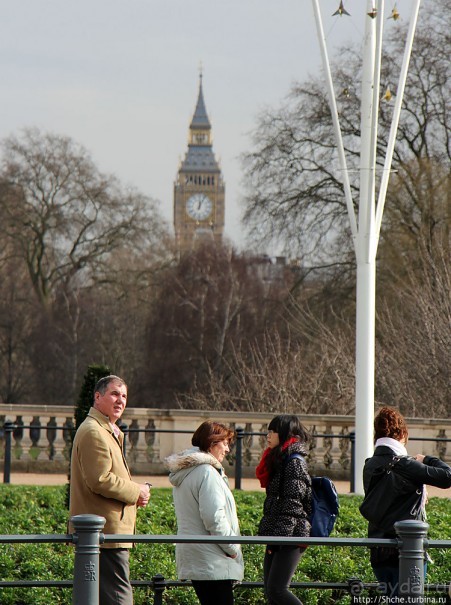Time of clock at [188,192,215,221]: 12:04
